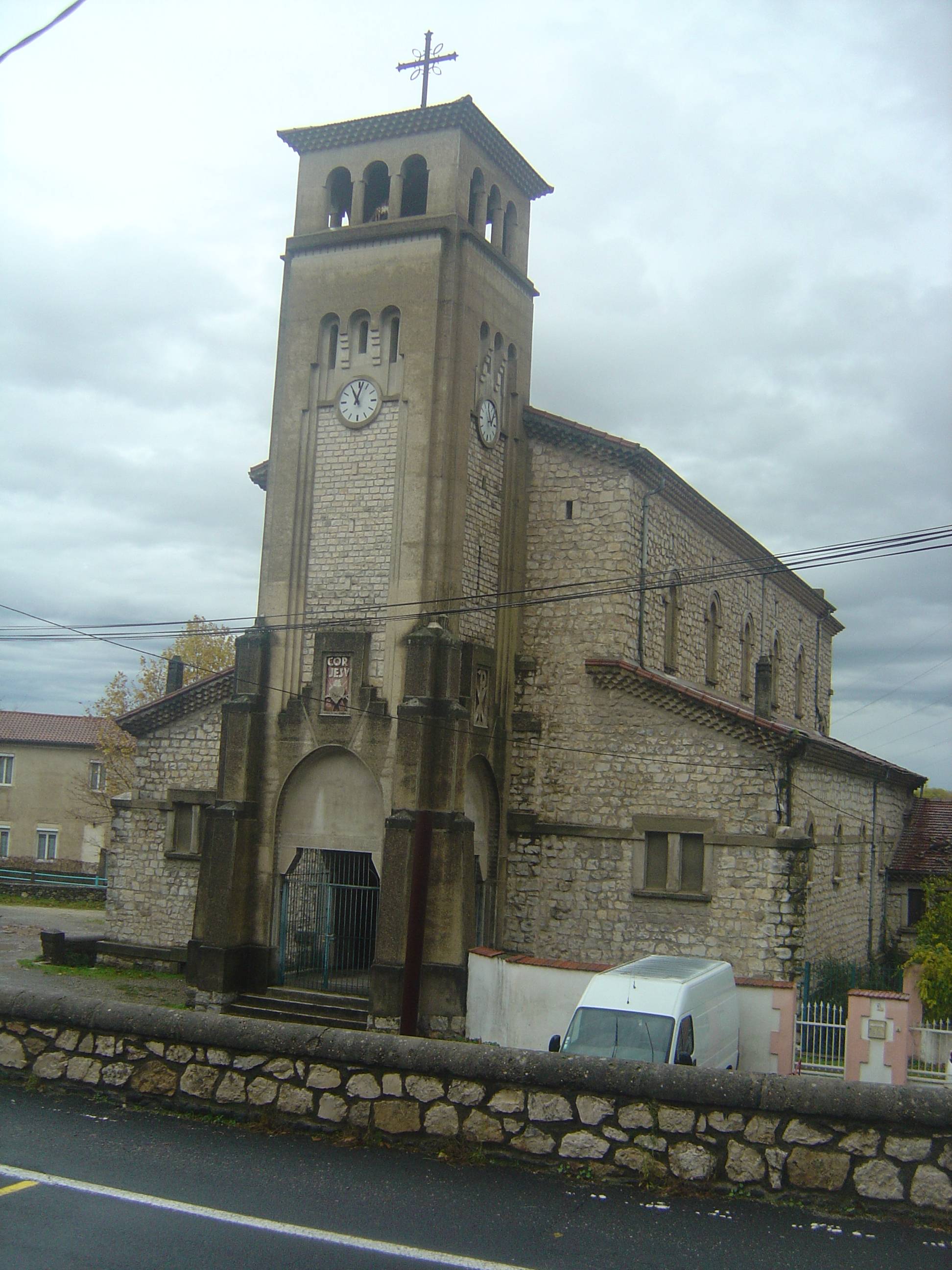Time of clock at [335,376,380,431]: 11:02
